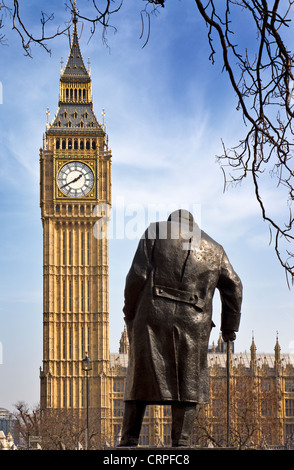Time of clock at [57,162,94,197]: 1:40
